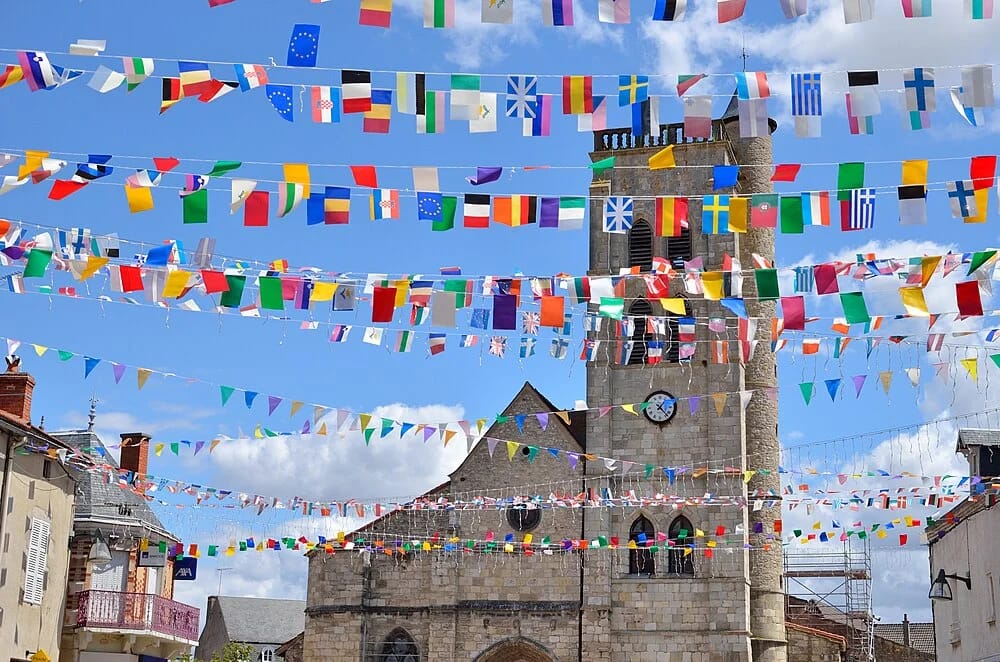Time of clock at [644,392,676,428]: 1:22
